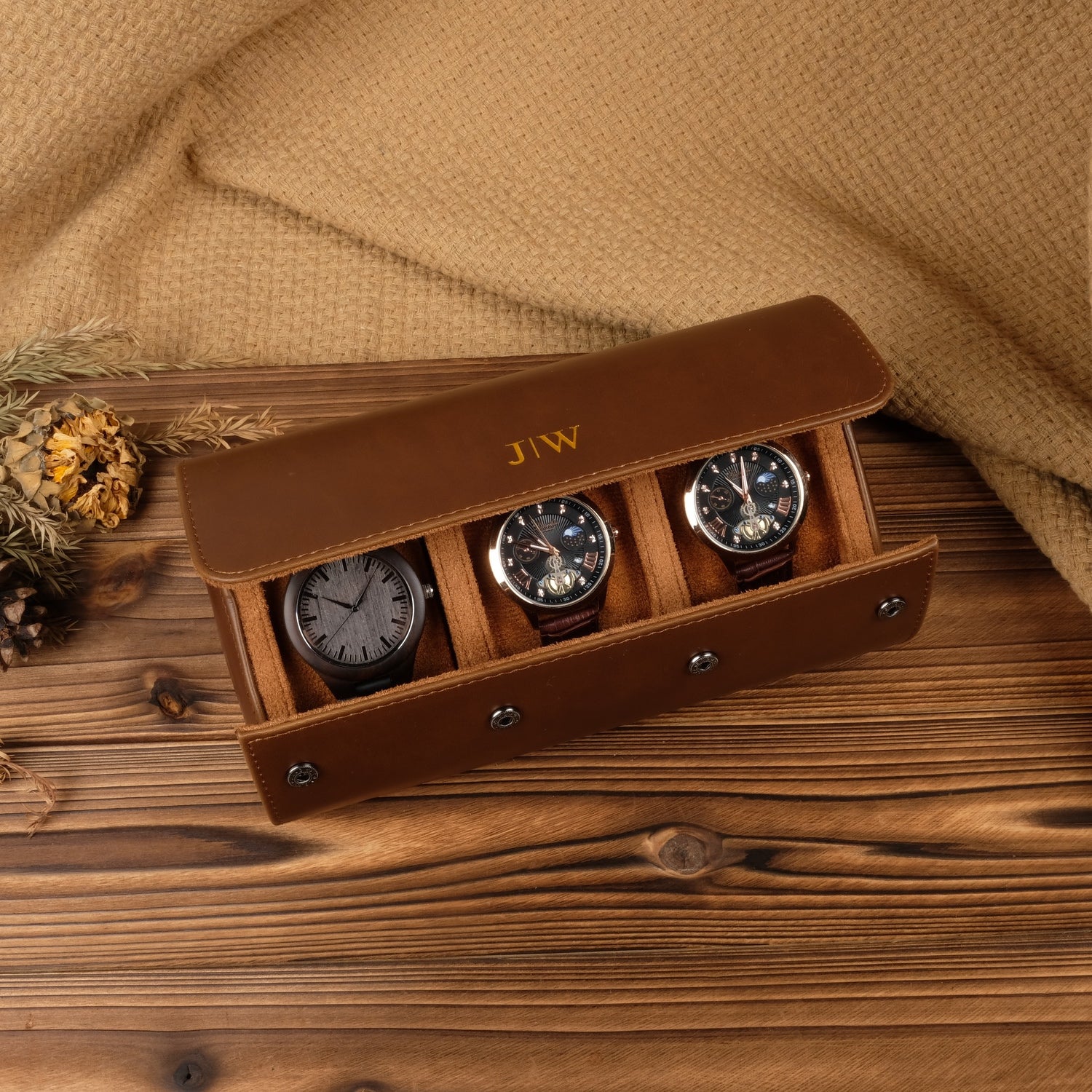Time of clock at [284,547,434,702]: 10:07
